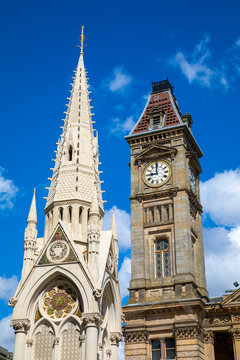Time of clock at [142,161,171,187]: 9:00
